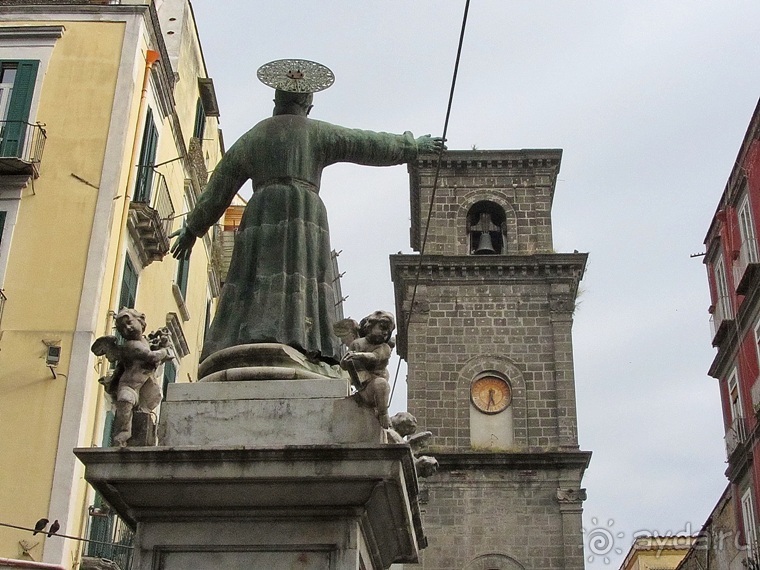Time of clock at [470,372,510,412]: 5:31
